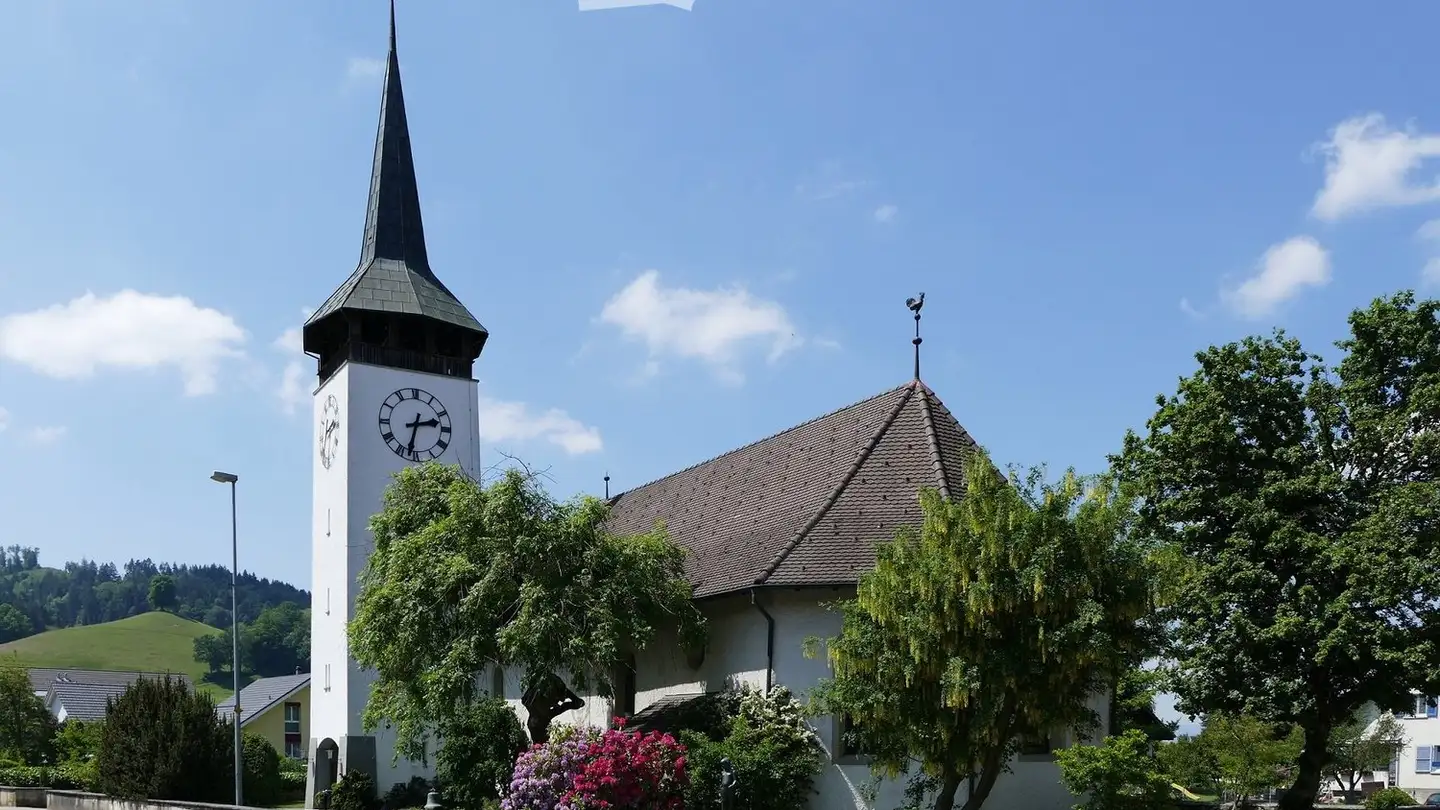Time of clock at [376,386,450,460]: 2:32
